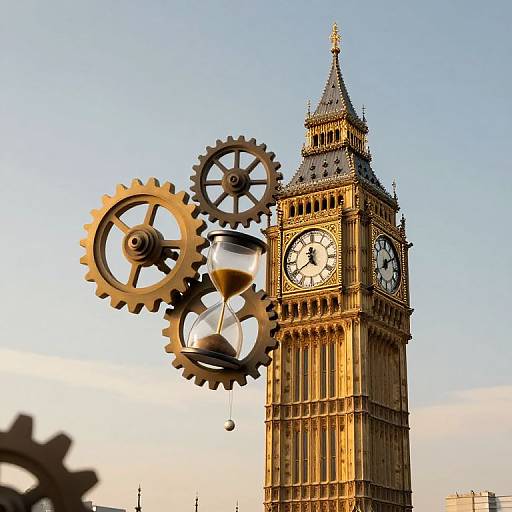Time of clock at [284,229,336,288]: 11:39
